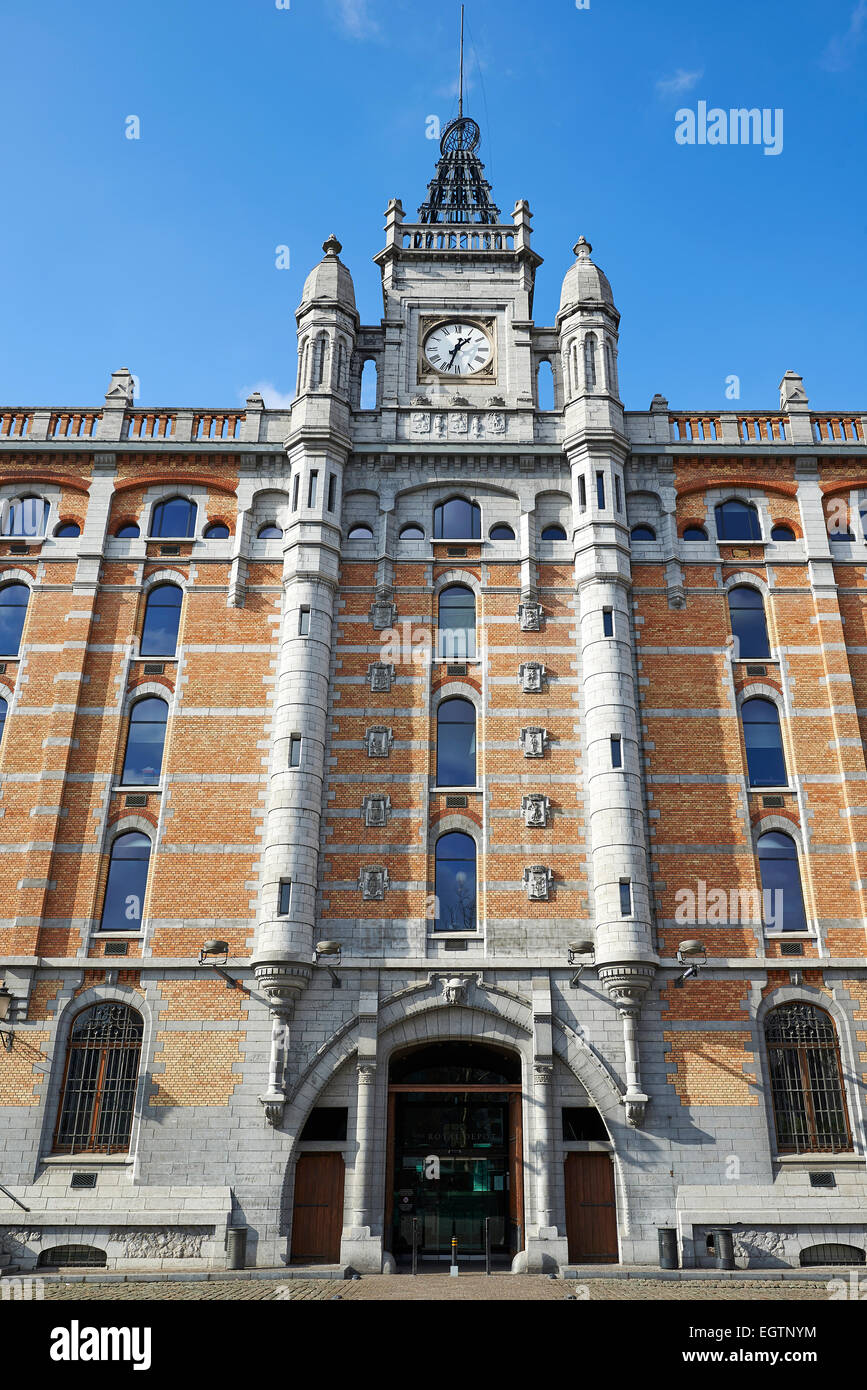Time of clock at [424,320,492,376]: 1:32
